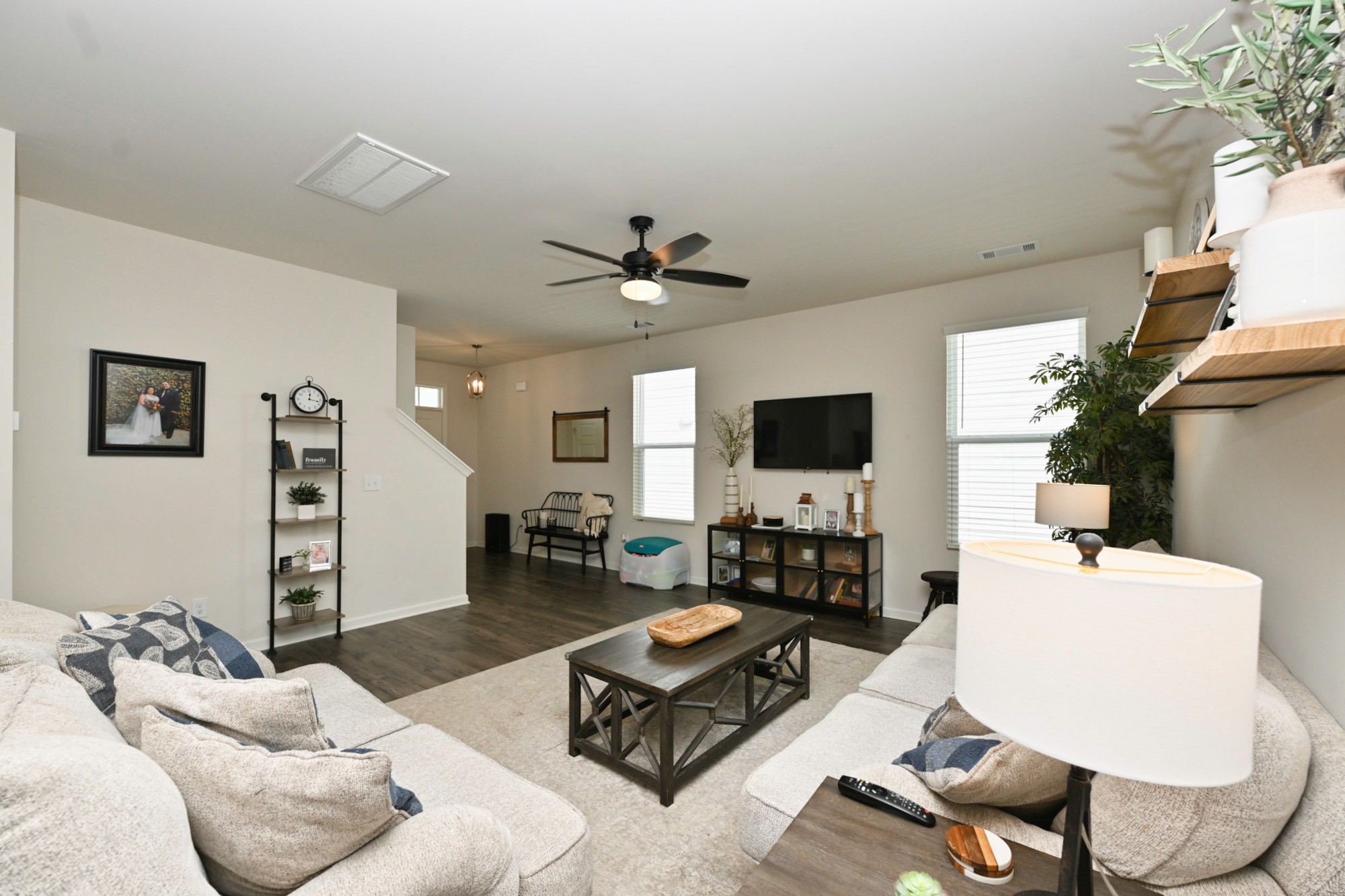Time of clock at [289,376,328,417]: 12:17
